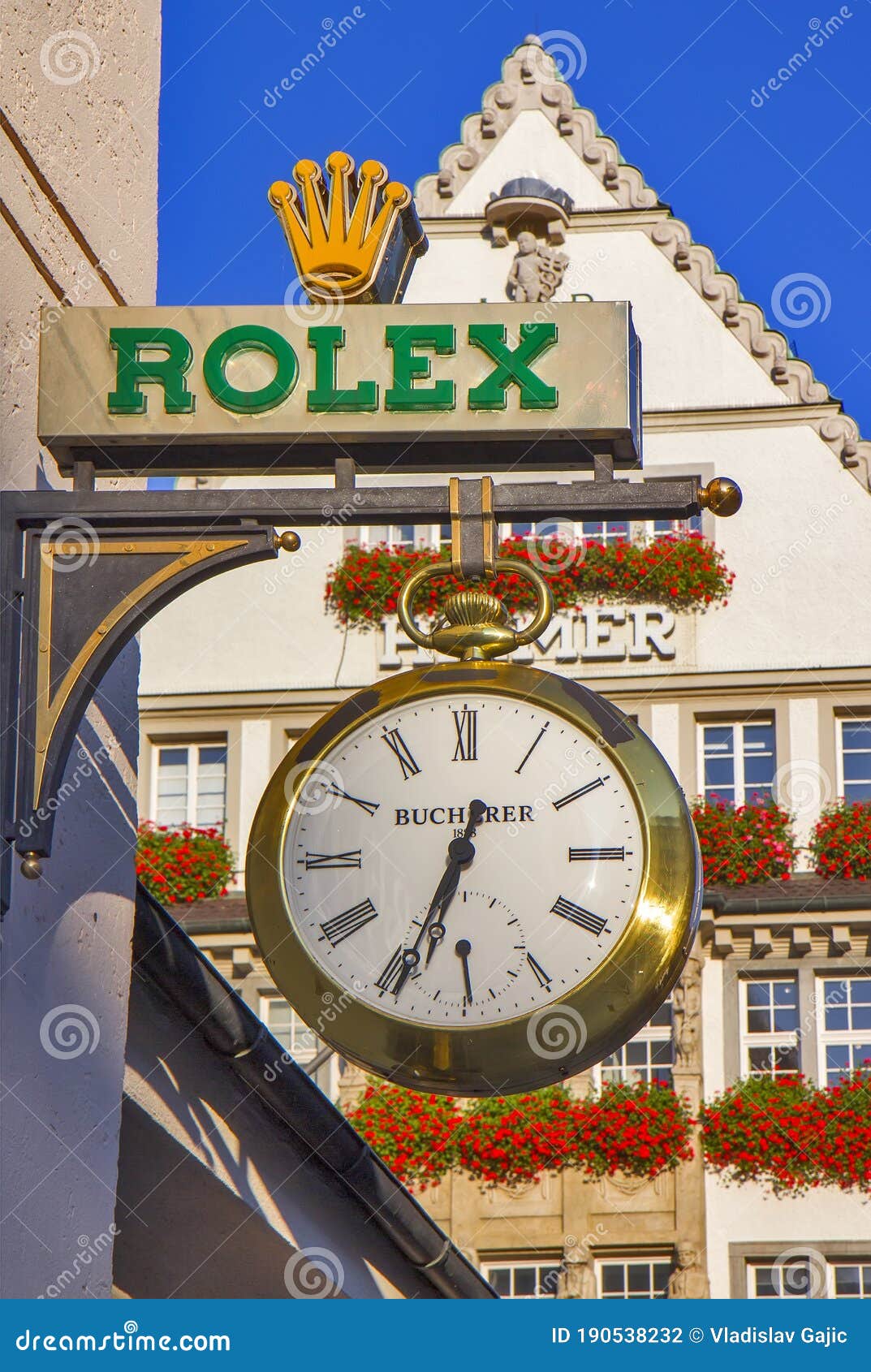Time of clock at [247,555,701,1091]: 12:33
